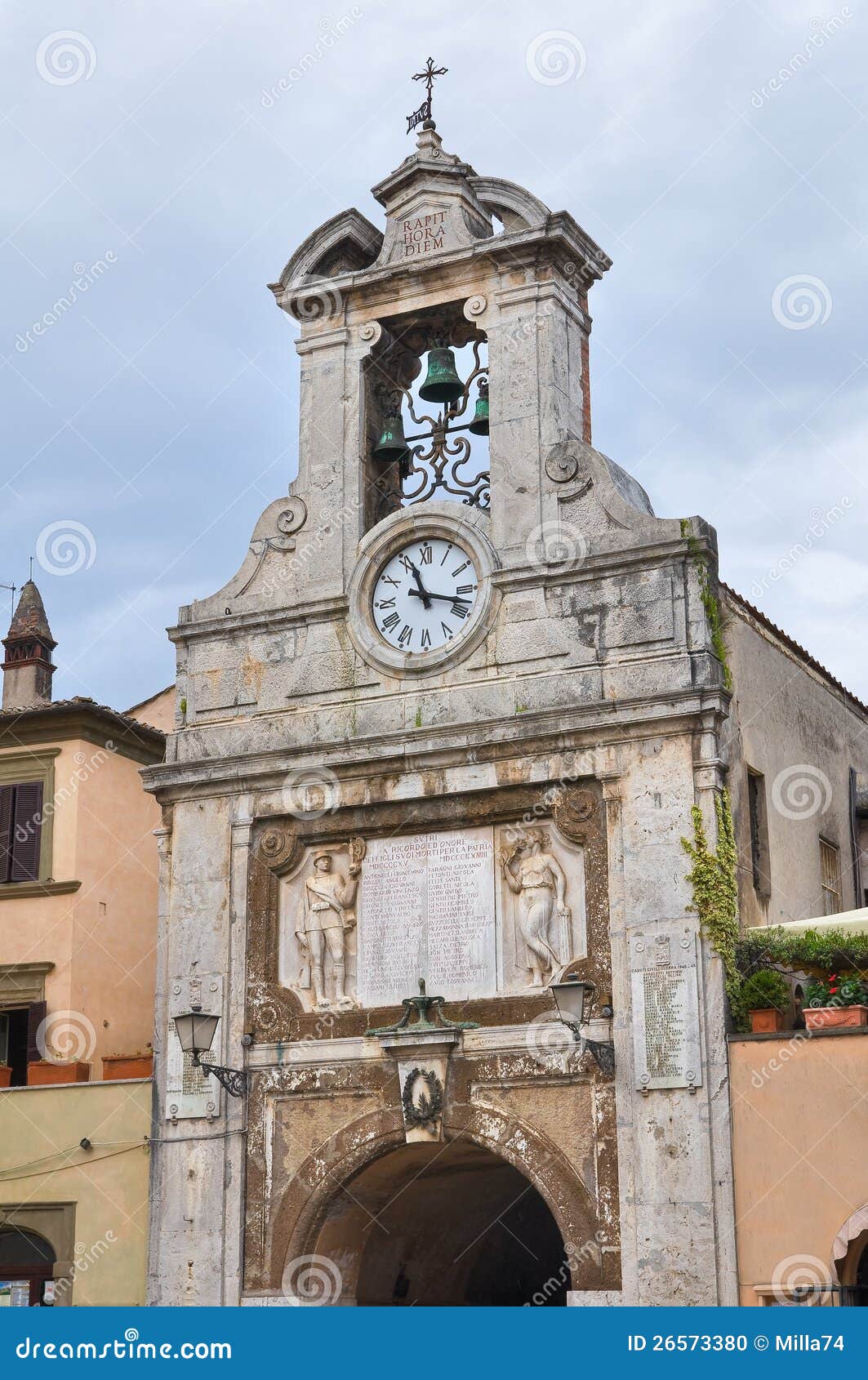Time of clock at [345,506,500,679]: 11:17
